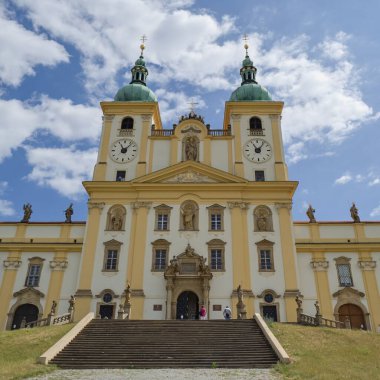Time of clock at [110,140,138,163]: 11:07
